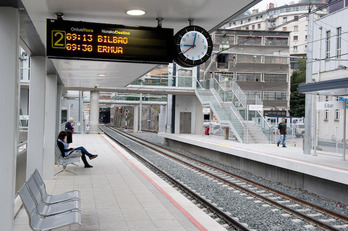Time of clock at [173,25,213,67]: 9:01
